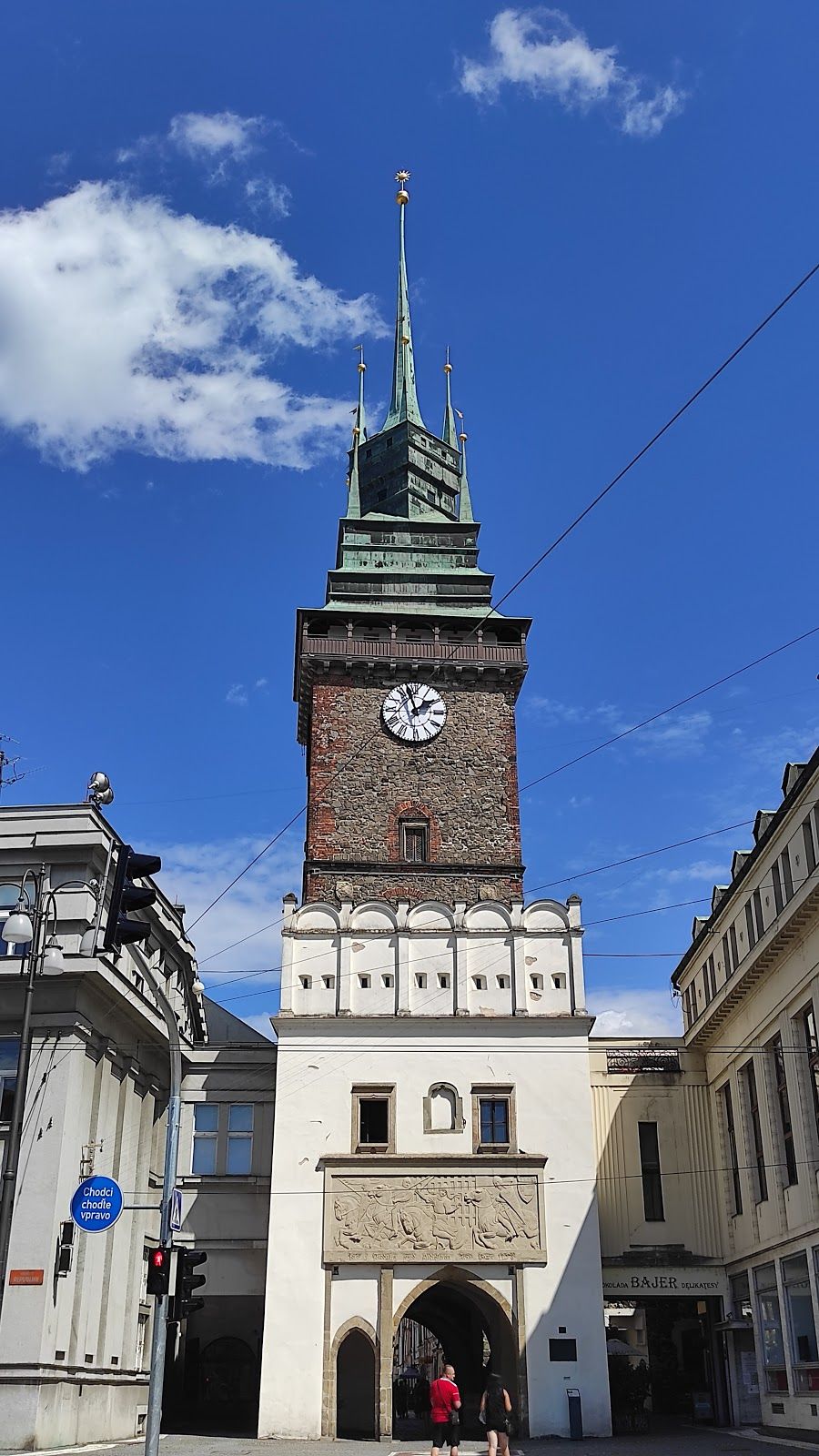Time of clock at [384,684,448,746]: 1:57
